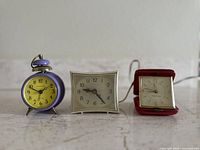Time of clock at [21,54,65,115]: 1:48
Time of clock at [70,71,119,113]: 9:23
